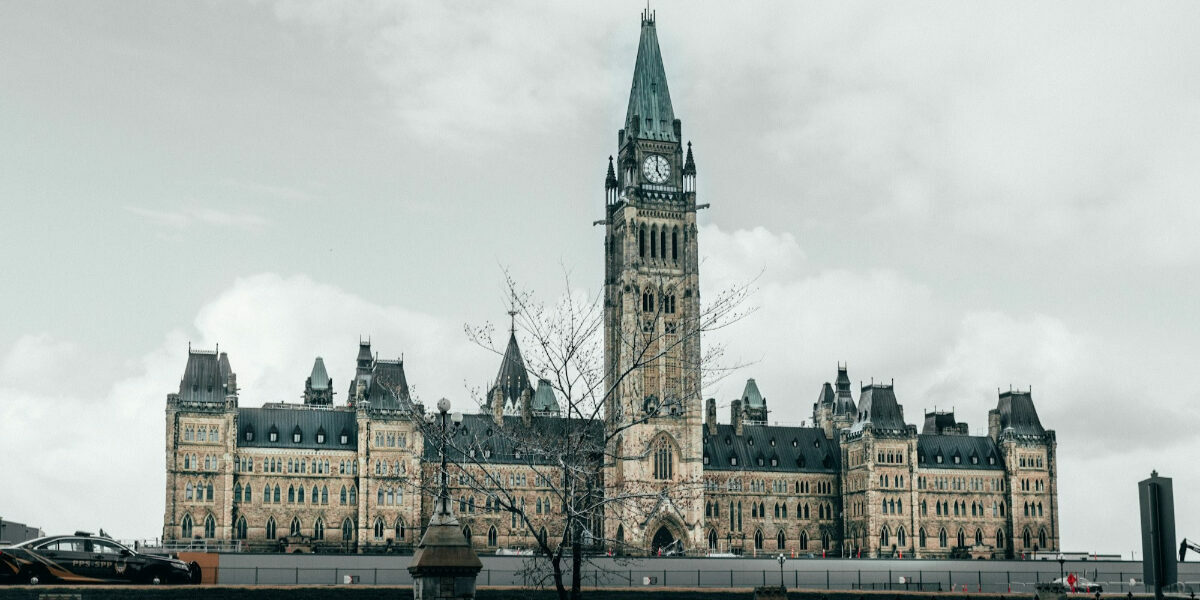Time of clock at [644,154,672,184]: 5:00
